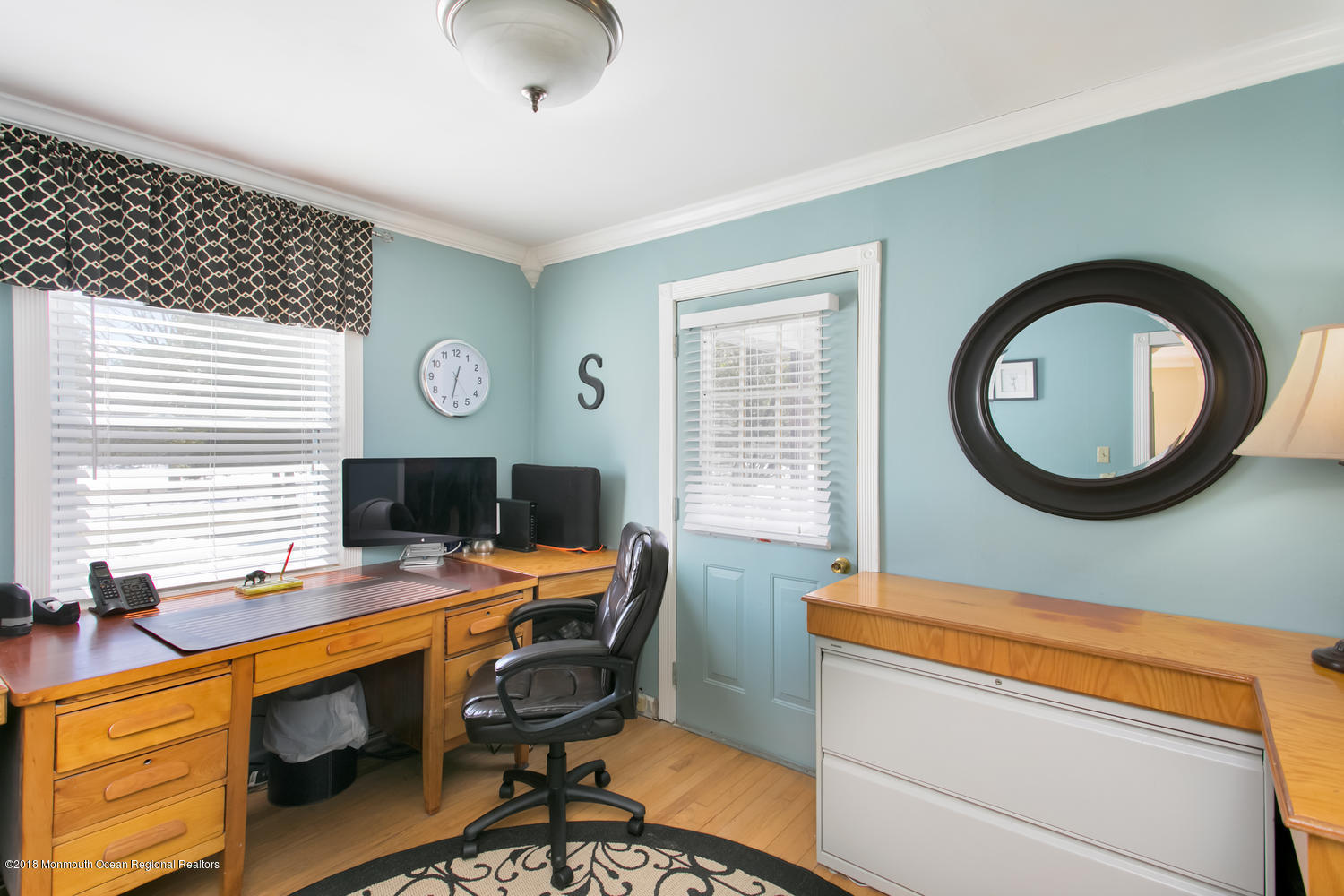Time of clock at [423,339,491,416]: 12:32
